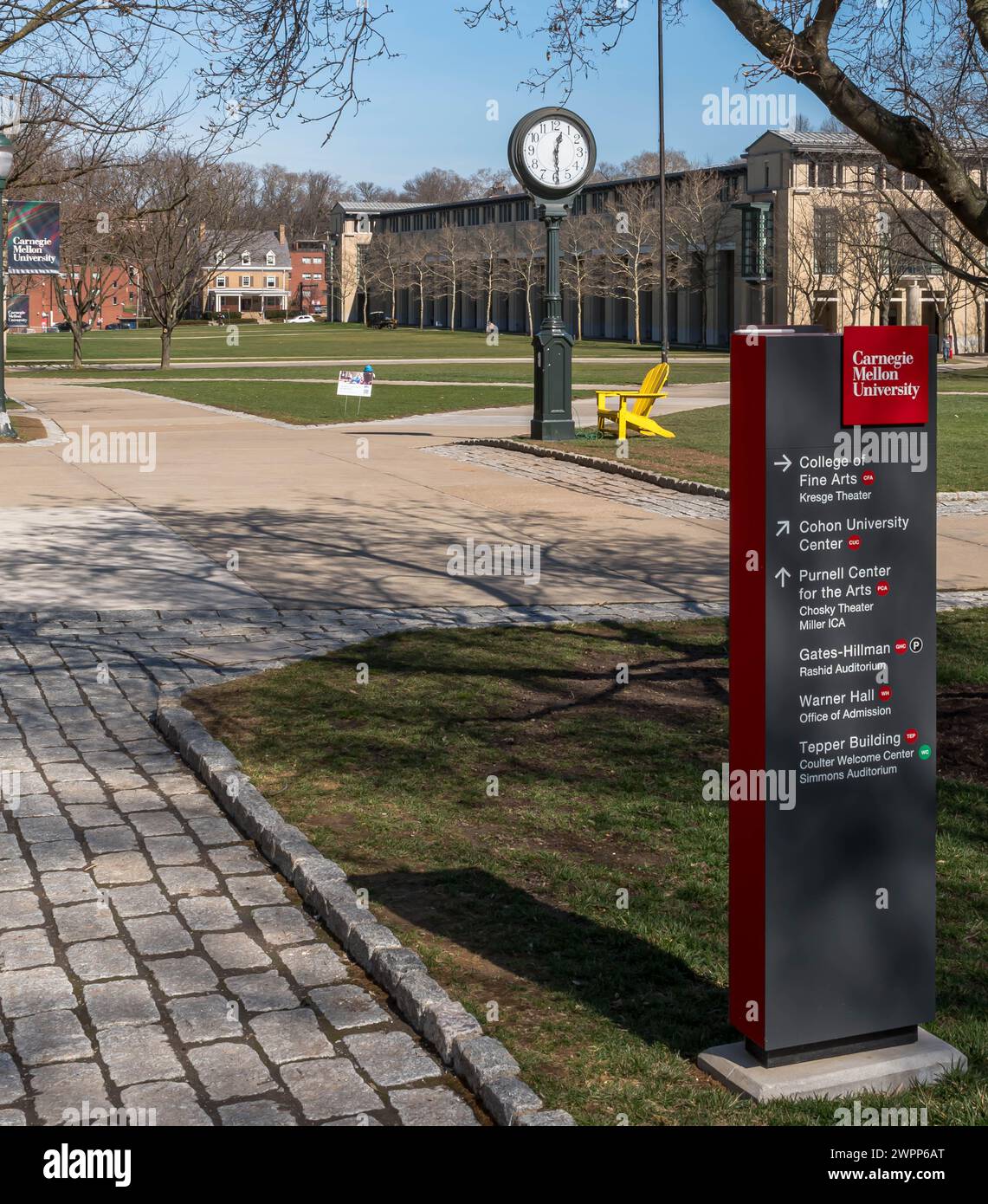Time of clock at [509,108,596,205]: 12:29
